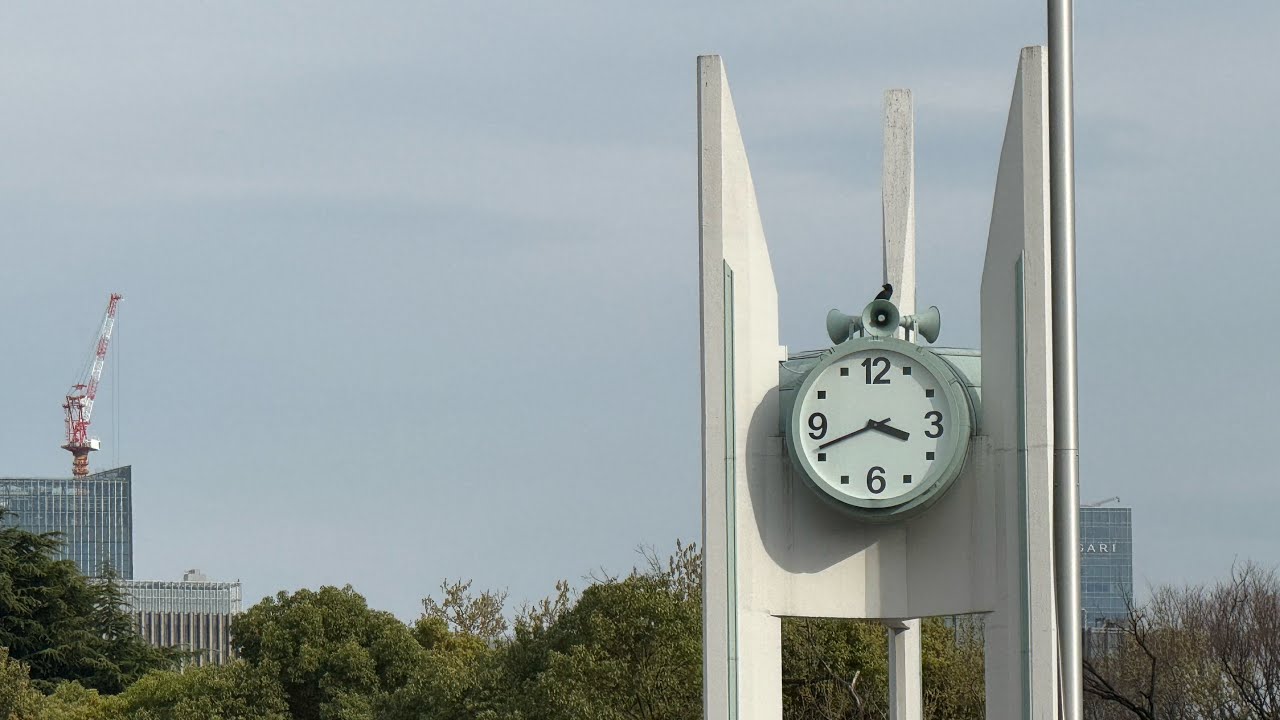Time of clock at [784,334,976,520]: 3:41
